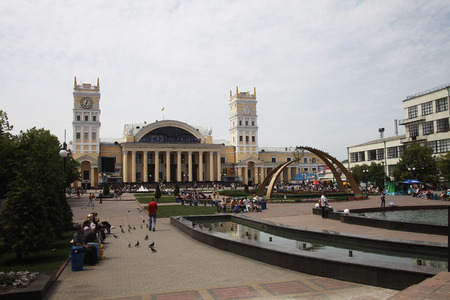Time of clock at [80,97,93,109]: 12:33
